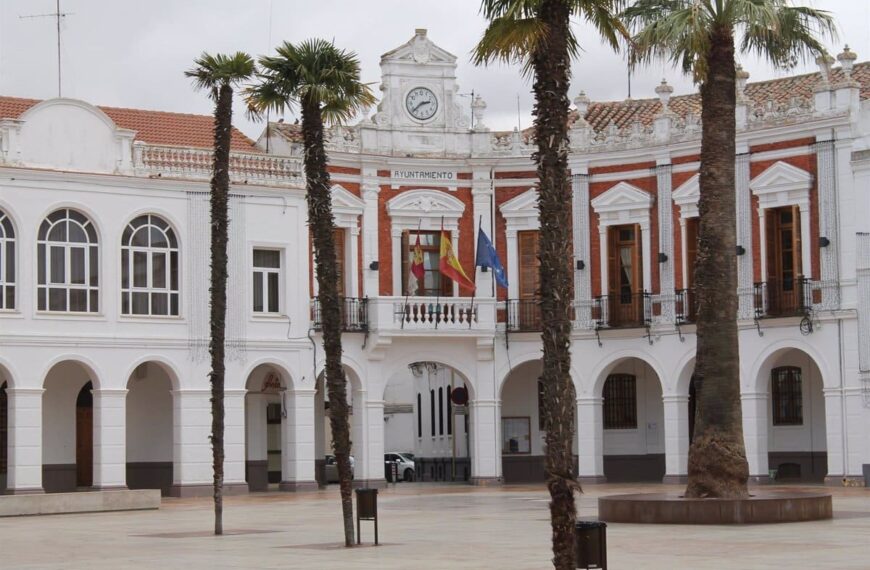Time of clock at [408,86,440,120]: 2:38
